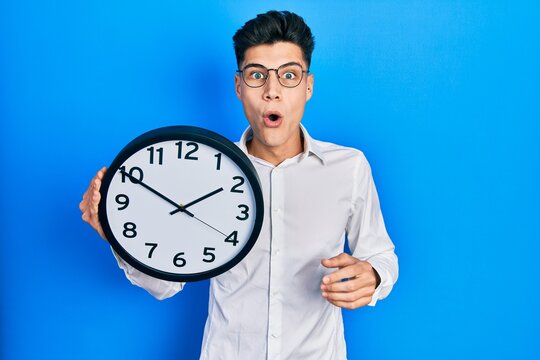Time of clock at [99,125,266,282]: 1:49
